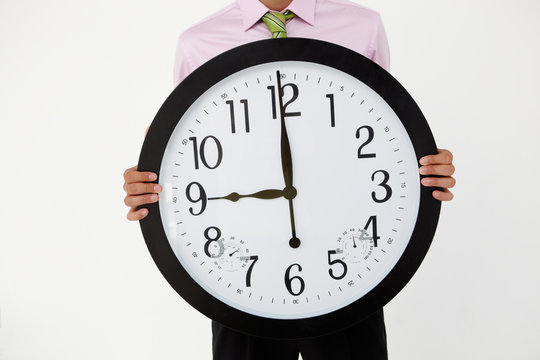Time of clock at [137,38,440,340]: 8:59
